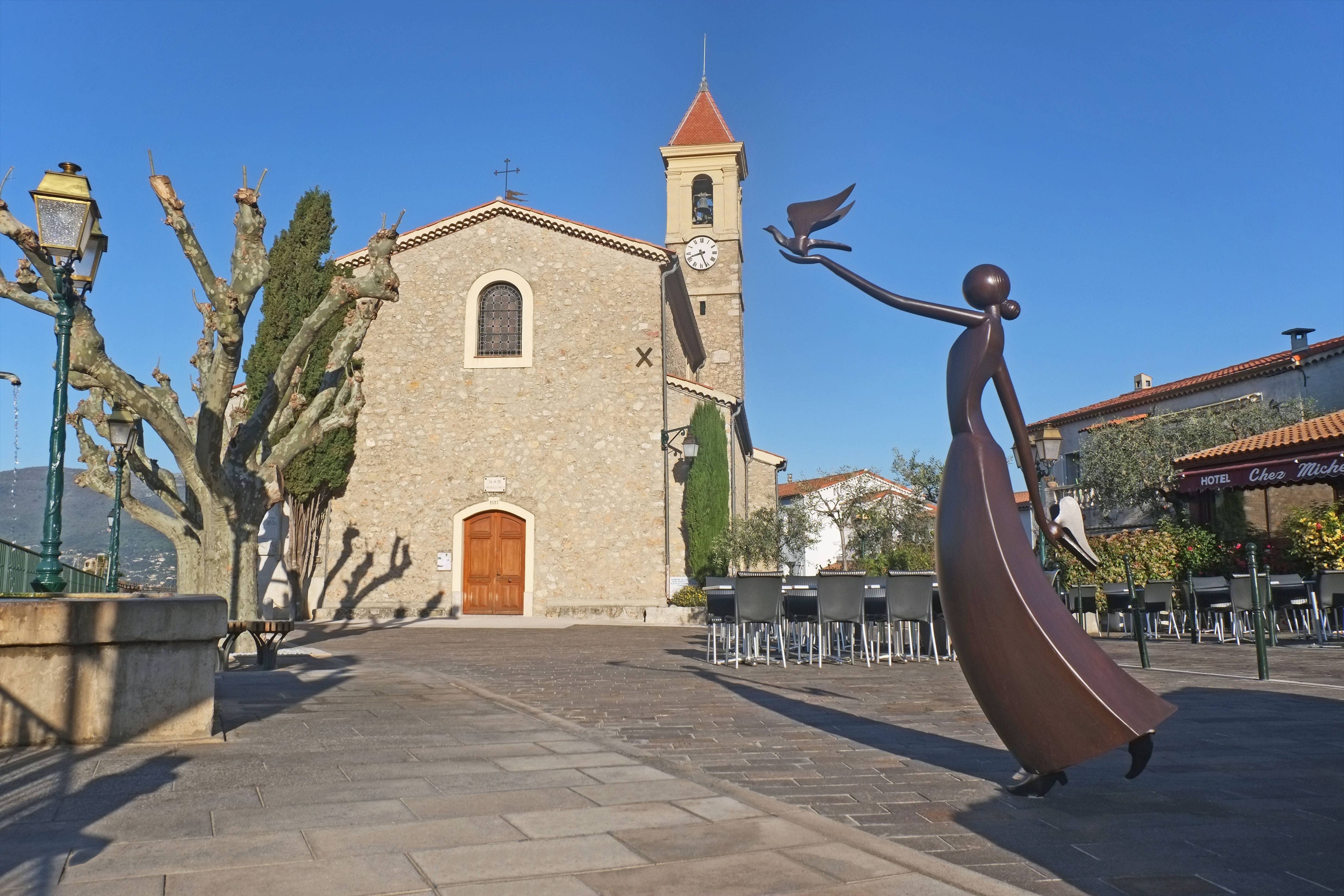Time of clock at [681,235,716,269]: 8:26
